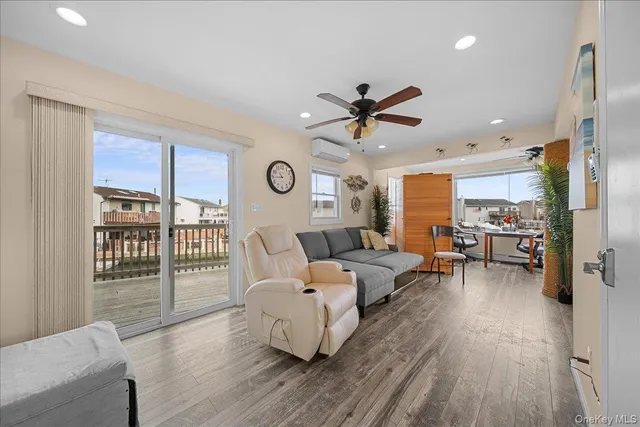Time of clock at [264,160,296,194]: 10:44
